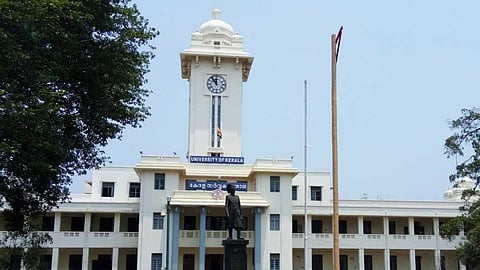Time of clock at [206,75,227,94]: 11:53
